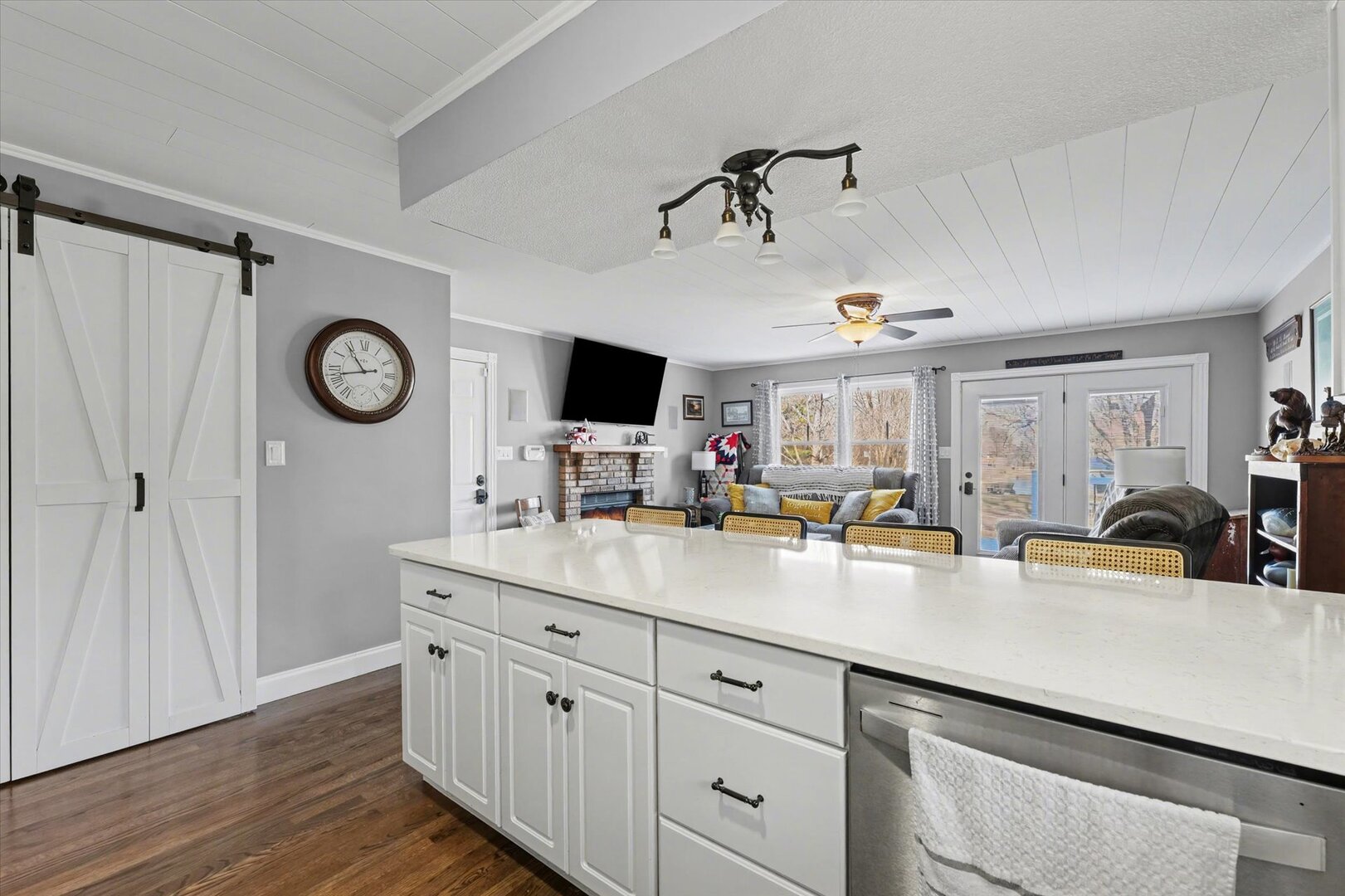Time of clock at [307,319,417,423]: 10:42
